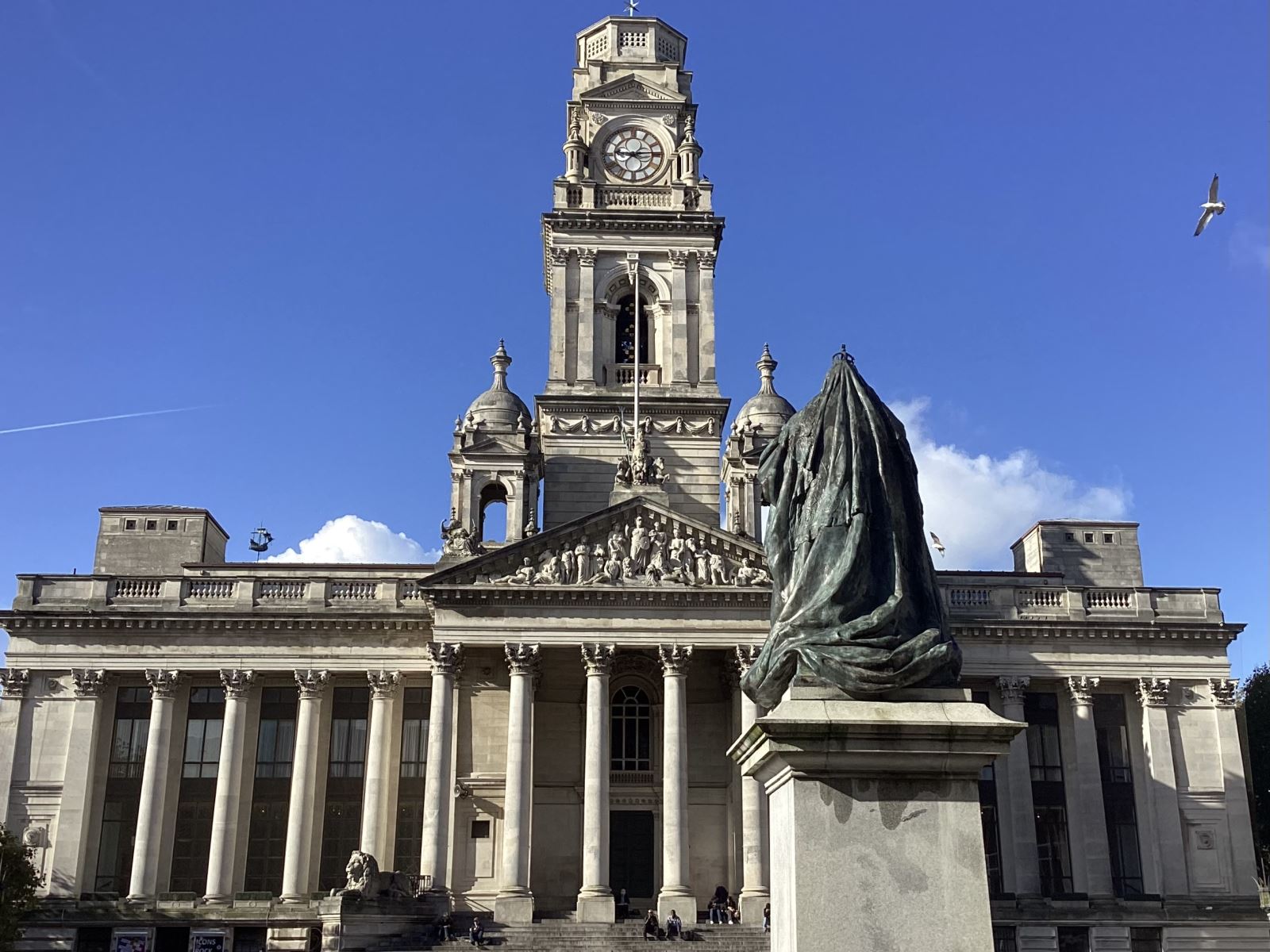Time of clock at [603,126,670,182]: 9:14
